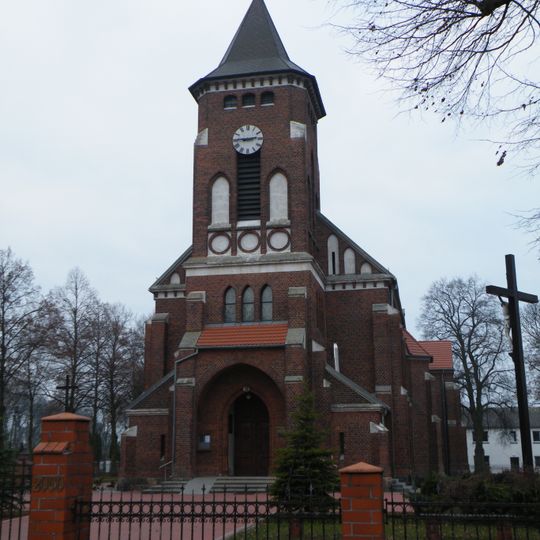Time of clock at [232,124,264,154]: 2:45
